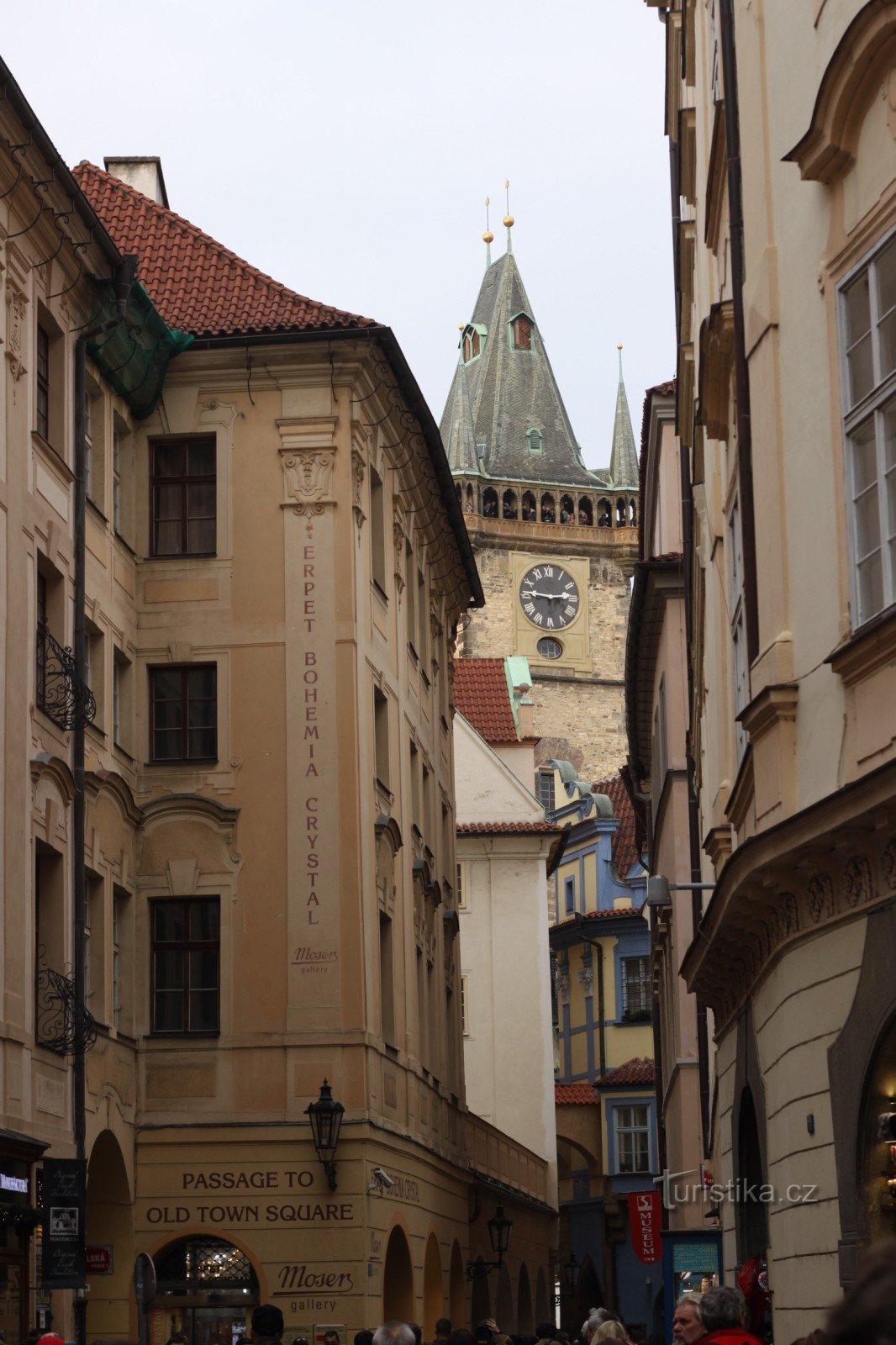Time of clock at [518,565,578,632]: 2:46
